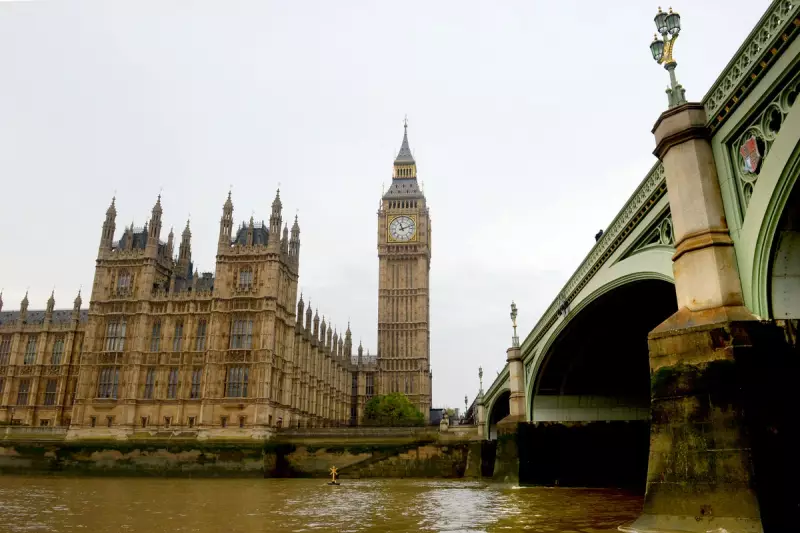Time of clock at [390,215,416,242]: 11:11
